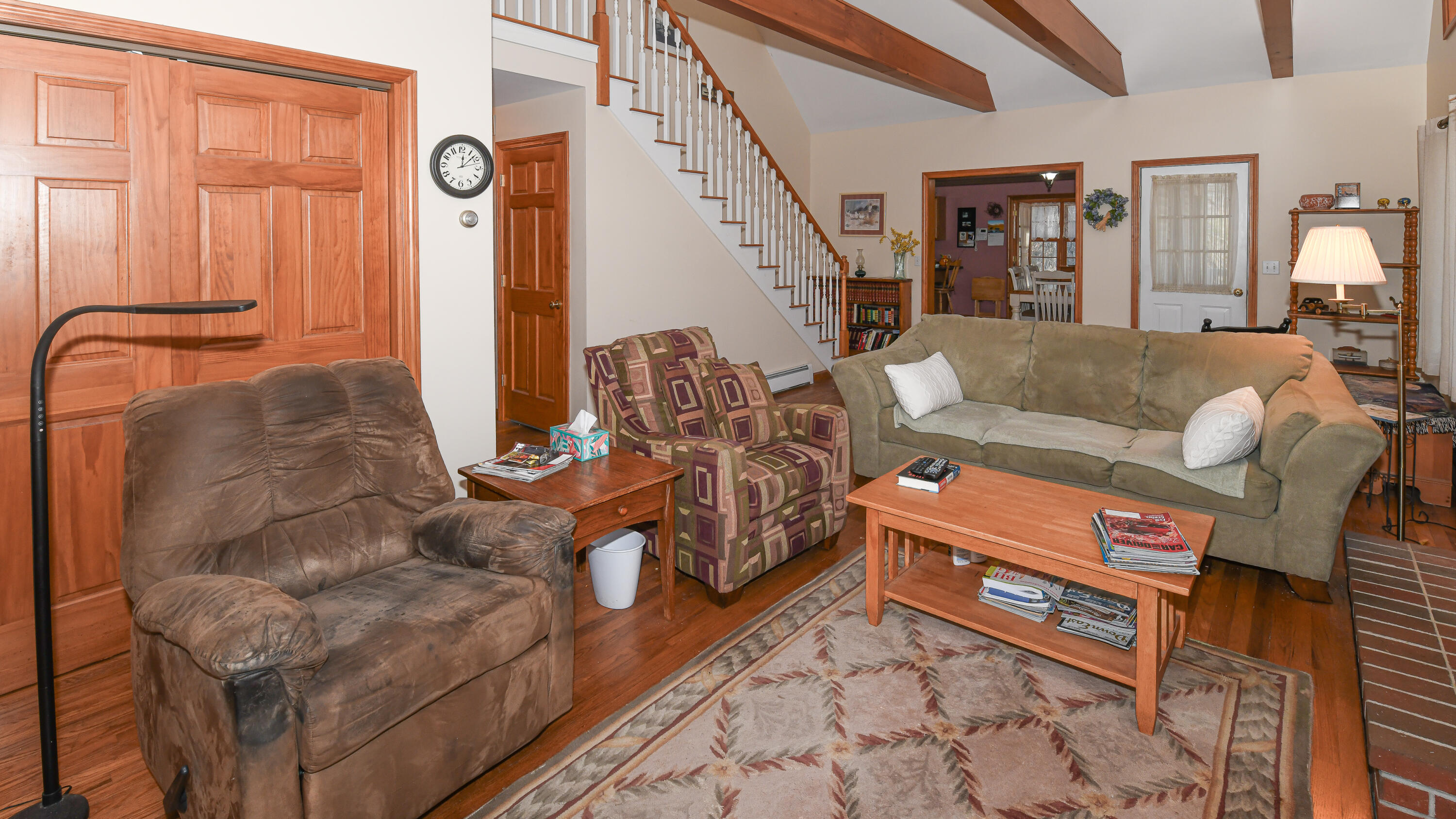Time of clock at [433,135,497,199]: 12:07
